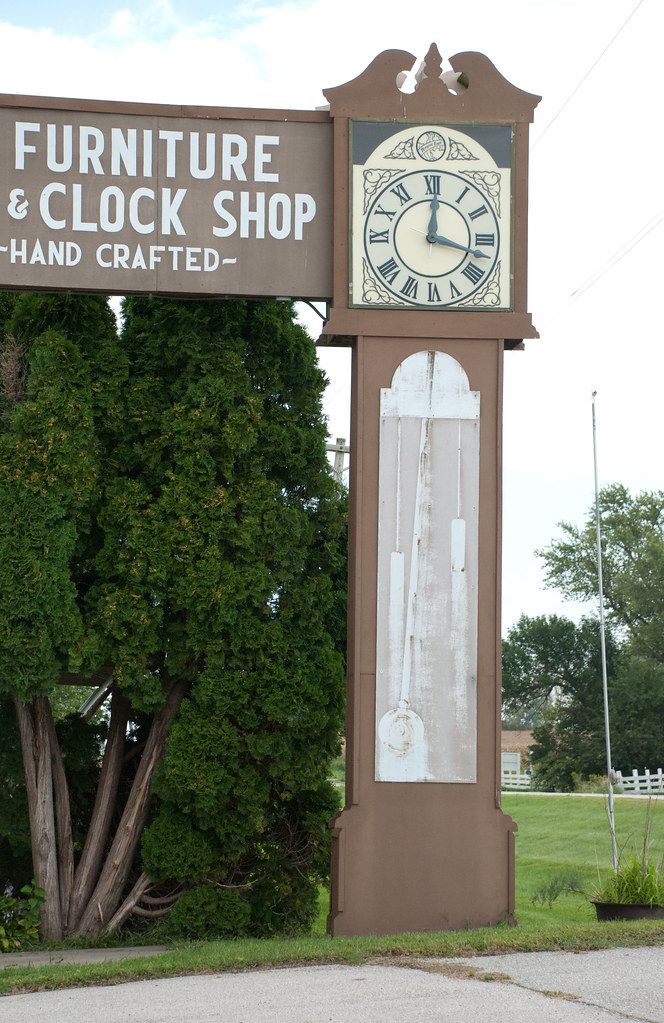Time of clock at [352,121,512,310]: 12:17
